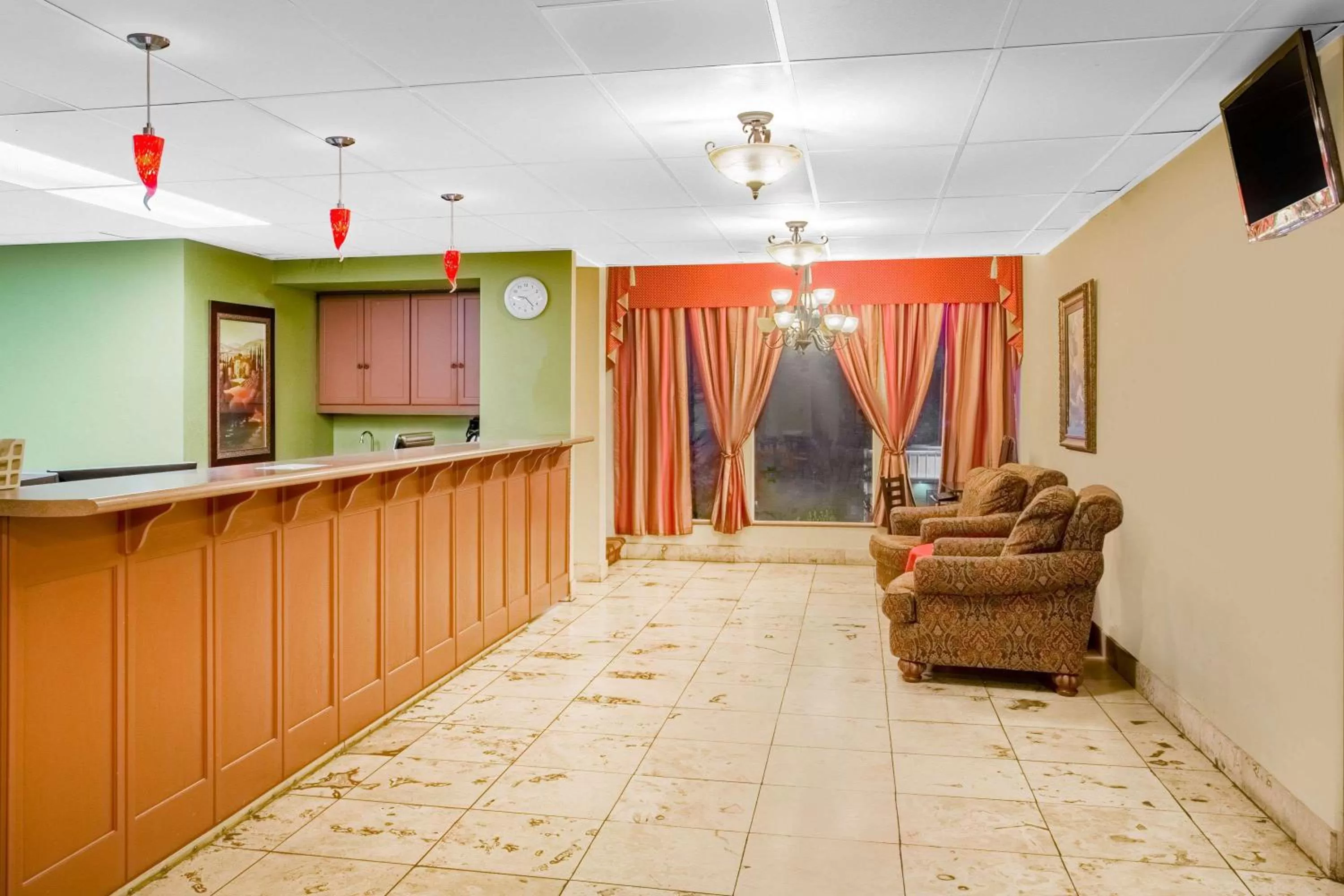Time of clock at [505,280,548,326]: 9:22
